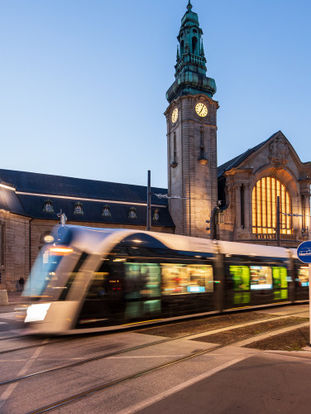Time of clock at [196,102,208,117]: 7:04
